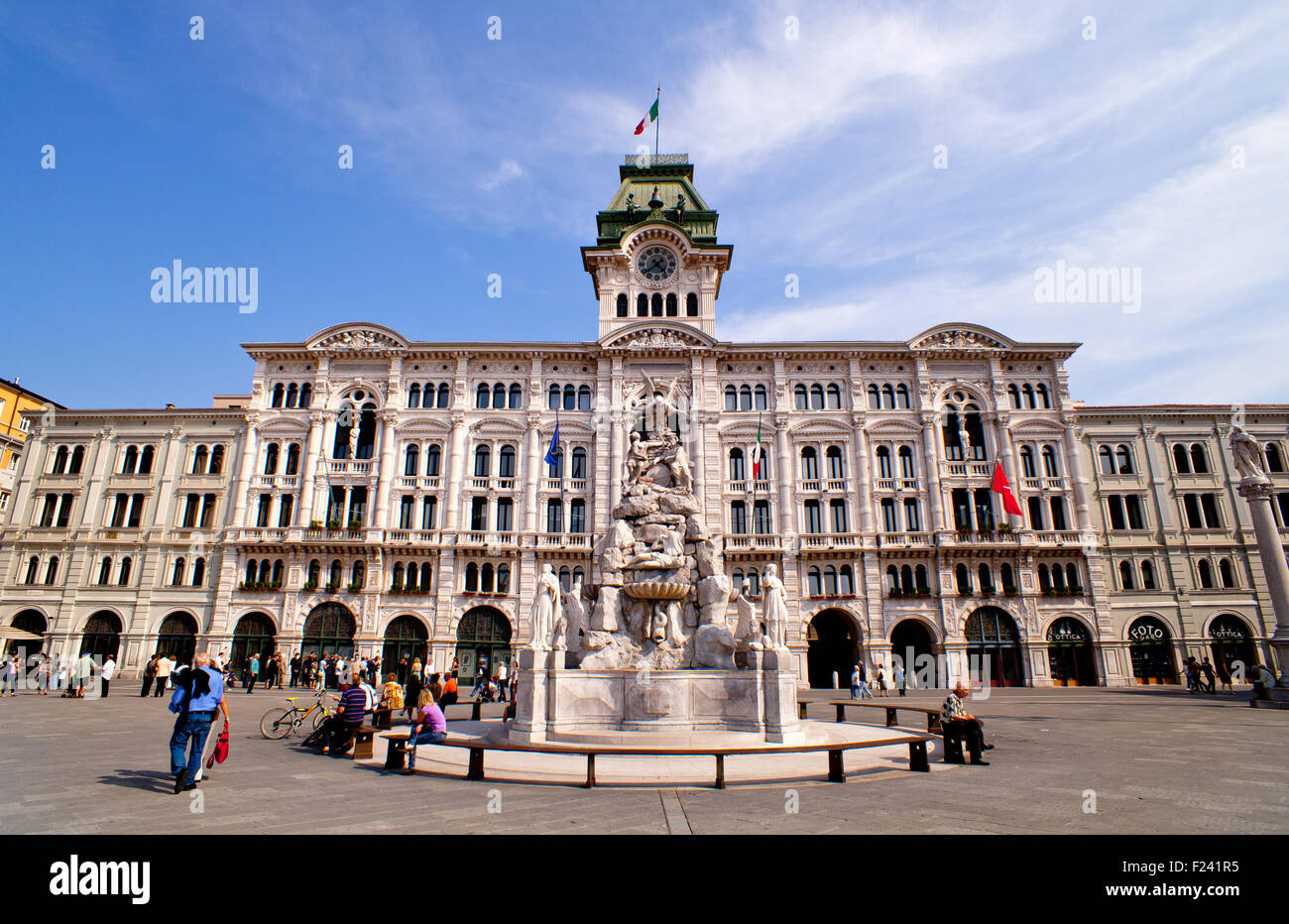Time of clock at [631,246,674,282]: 4:38
